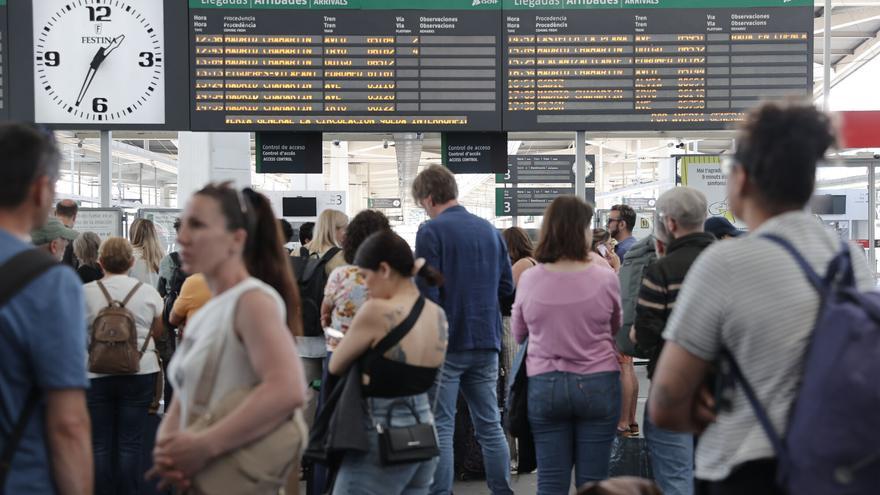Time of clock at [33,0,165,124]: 1:34
